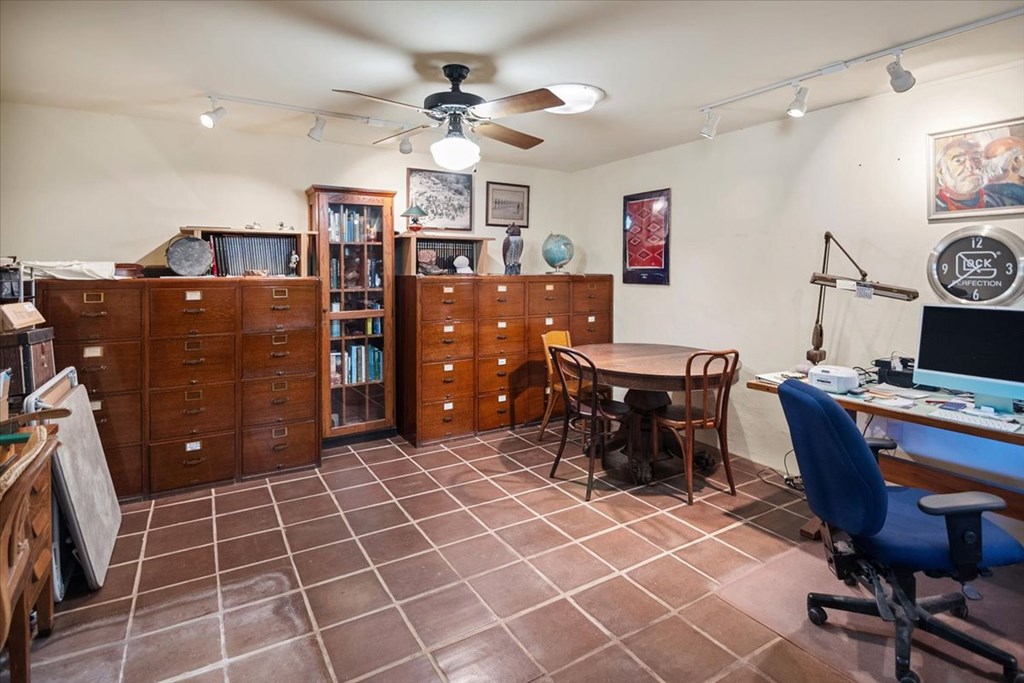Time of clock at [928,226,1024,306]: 2:38
